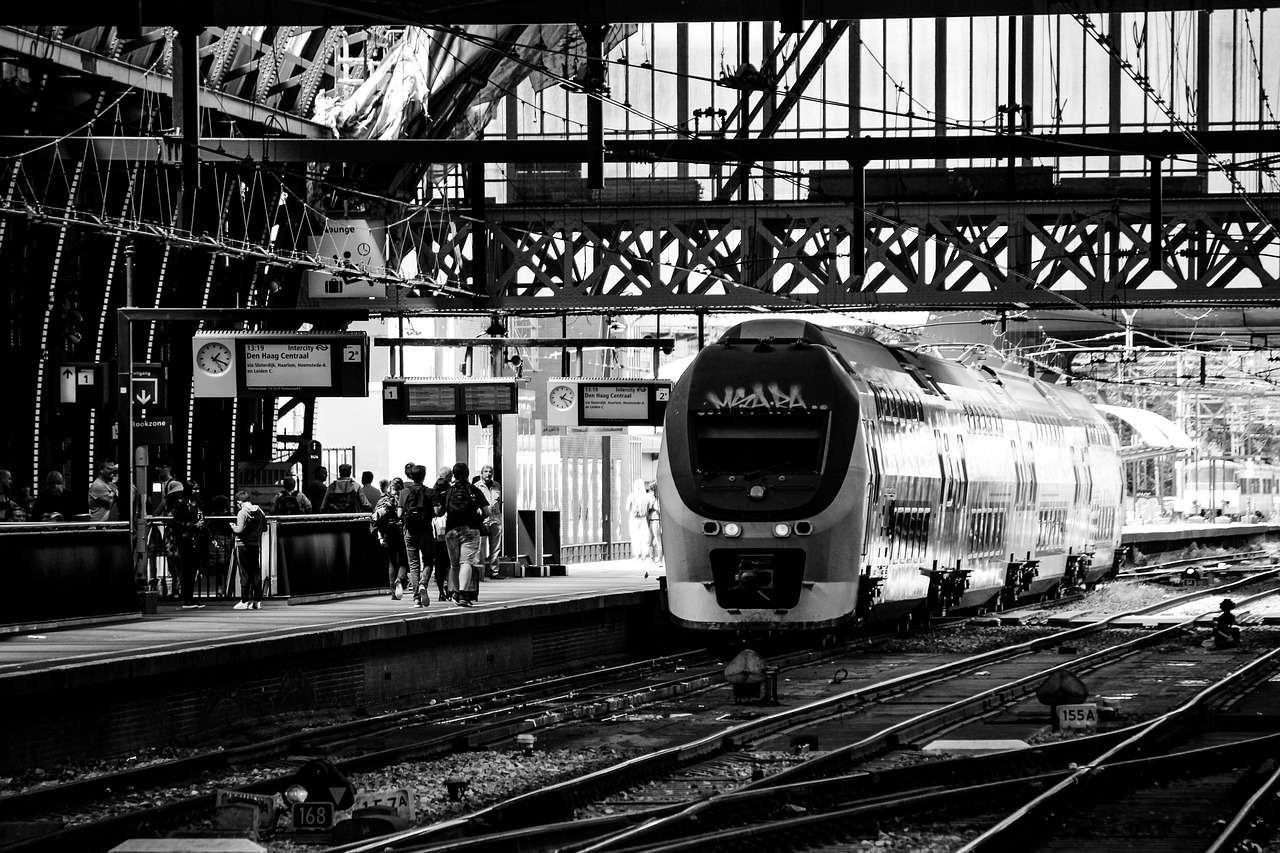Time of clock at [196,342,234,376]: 1:19
